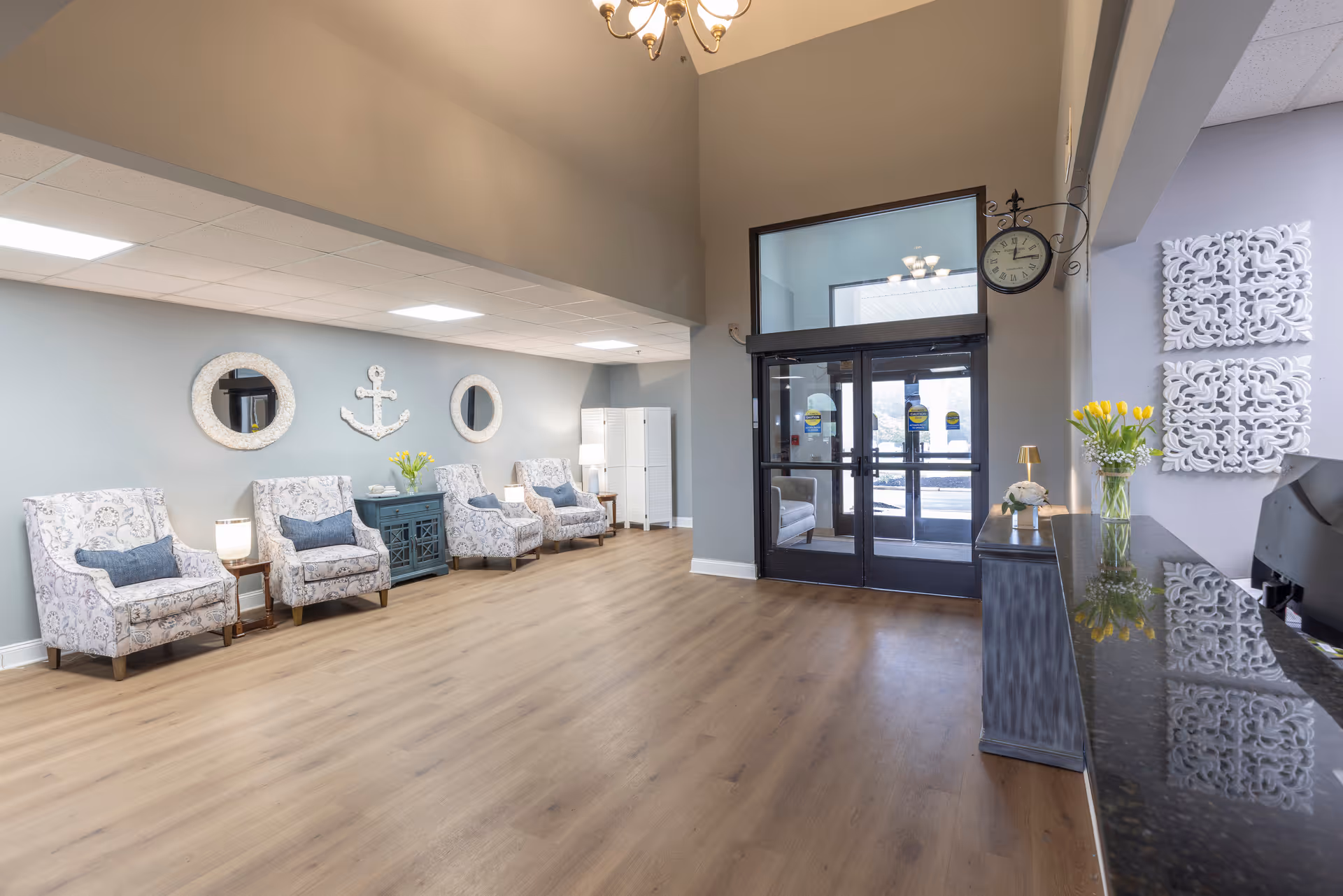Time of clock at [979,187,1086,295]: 12:14
